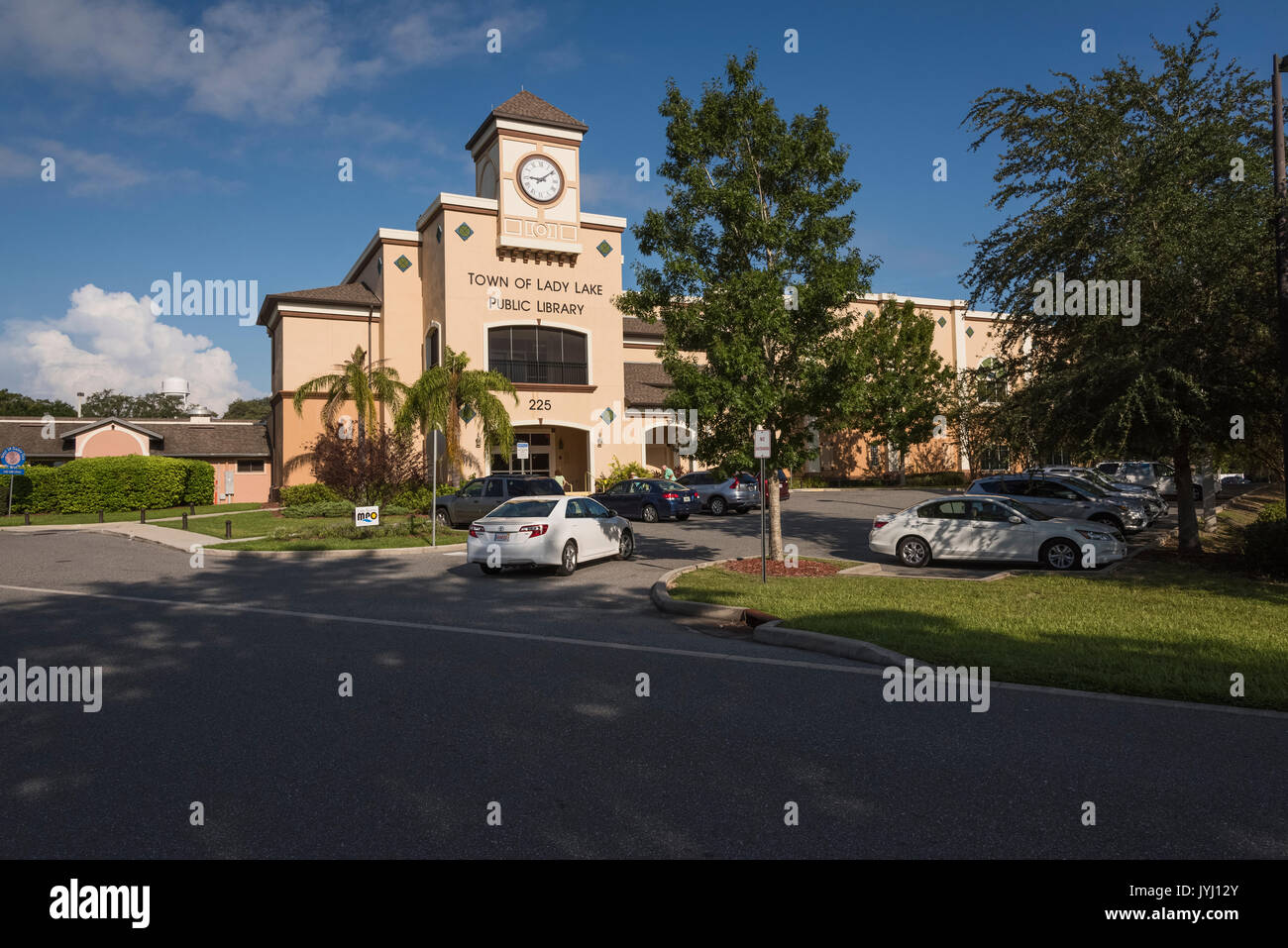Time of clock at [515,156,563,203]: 9:08
